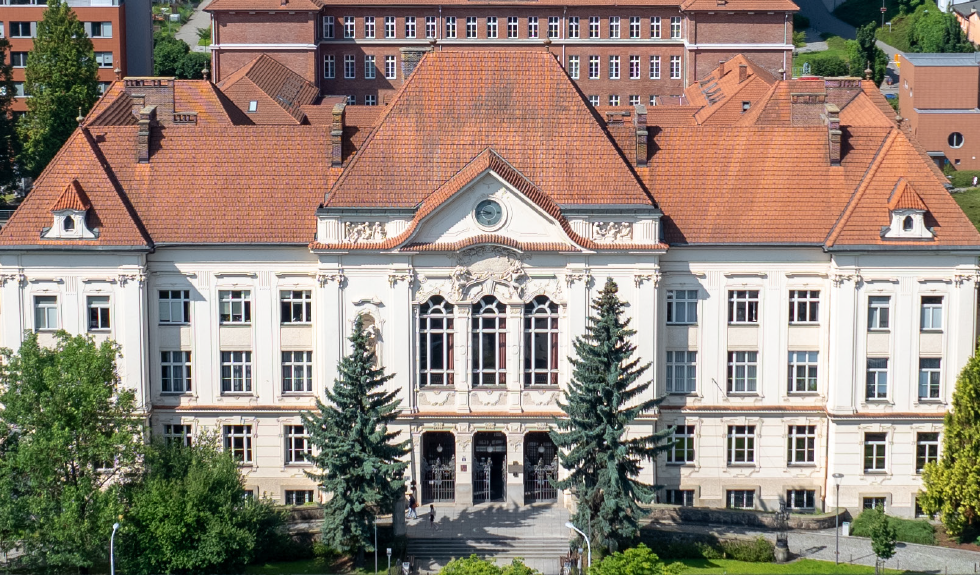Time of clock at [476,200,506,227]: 9:43
